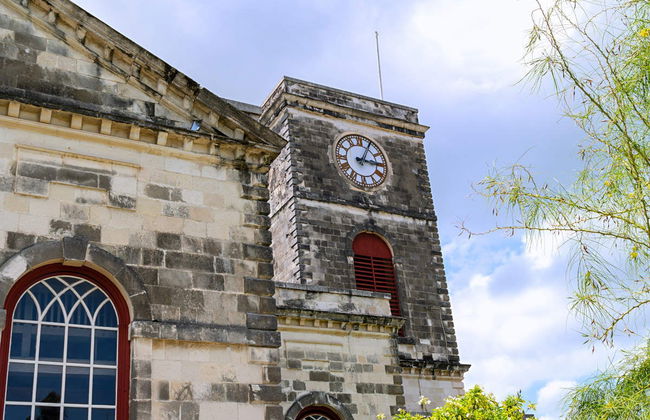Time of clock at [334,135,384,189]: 3:04
